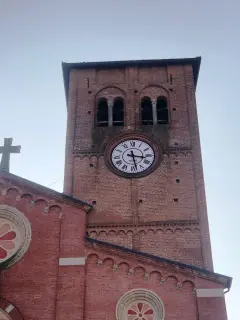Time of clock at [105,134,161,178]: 3:28
